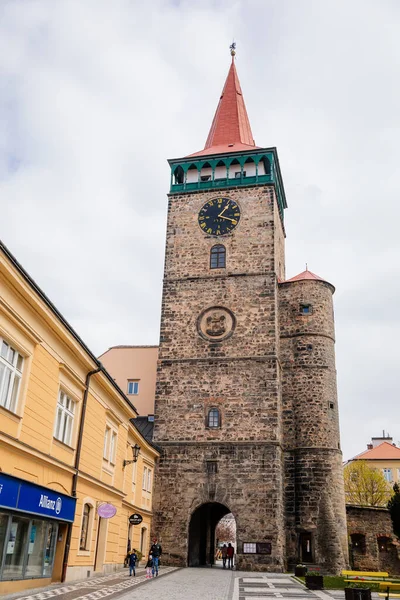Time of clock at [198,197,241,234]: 1:18
